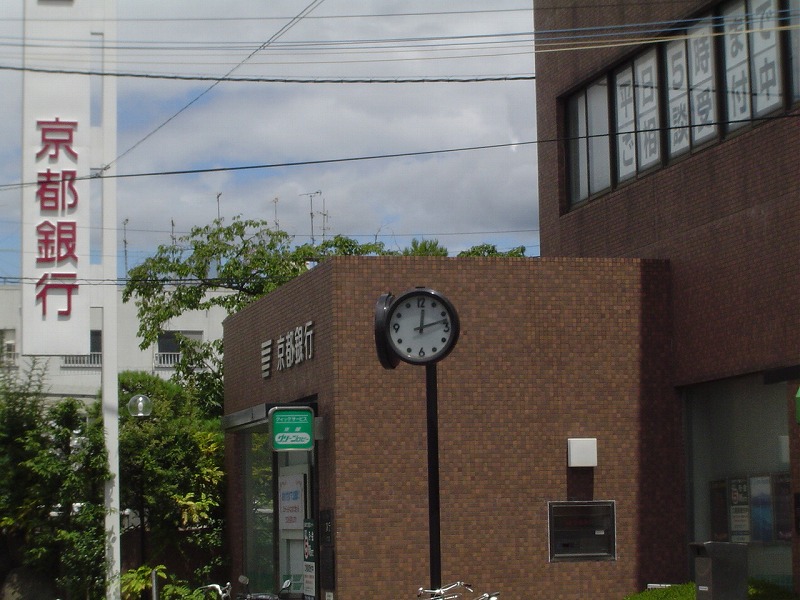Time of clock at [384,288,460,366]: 12:12
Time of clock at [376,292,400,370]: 12:12
